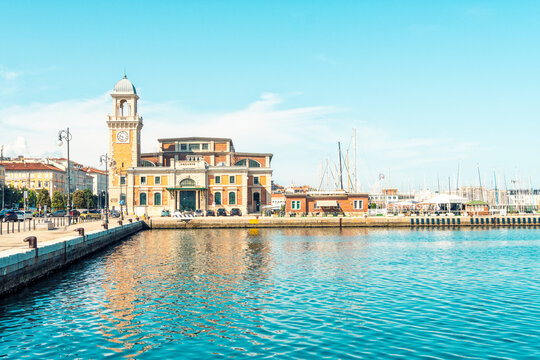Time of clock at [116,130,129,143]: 9:32
